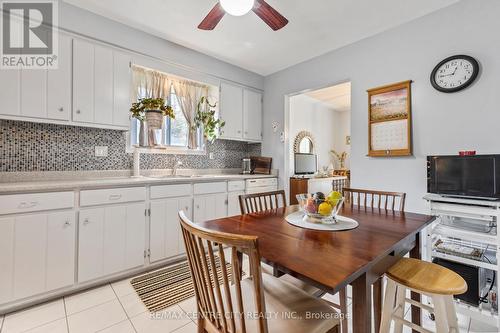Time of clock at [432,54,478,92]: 12:44
